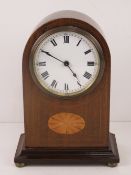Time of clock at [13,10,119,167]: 4:49
